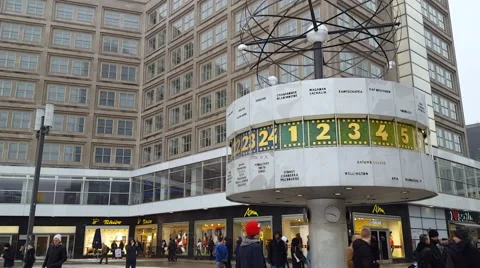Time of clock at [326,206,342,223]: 3:46
